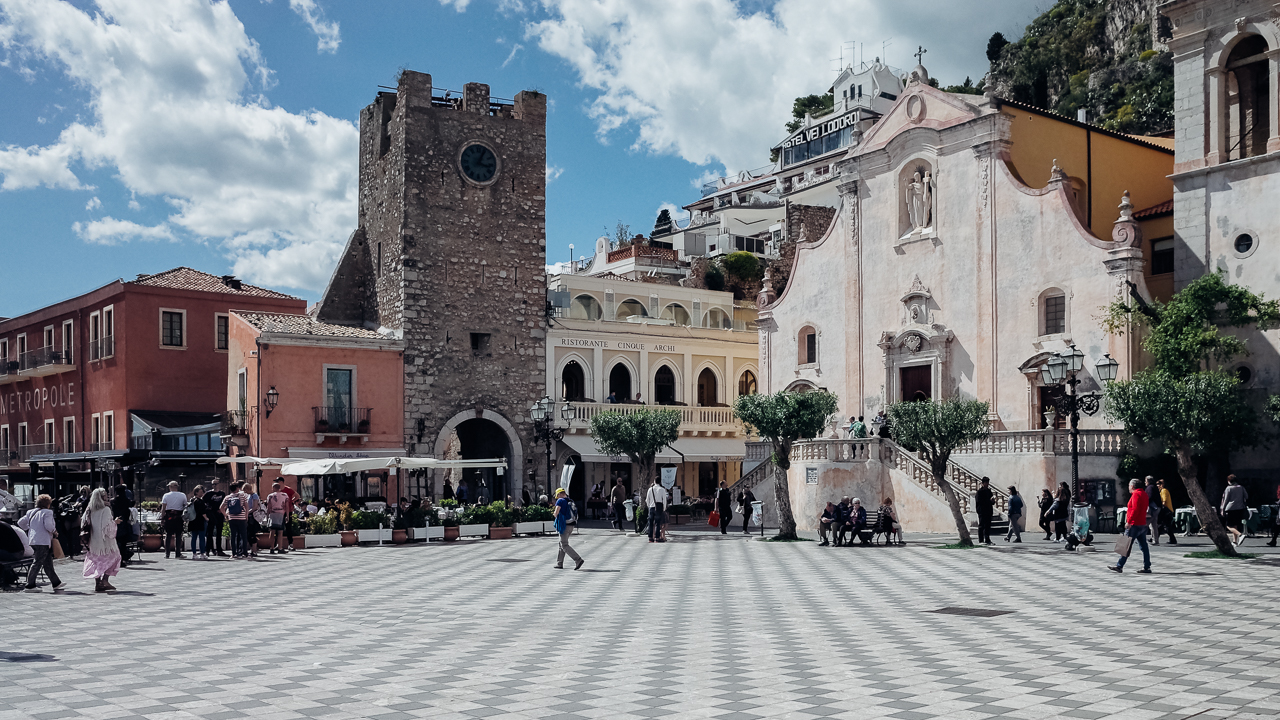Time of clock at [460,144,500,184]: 3:04
